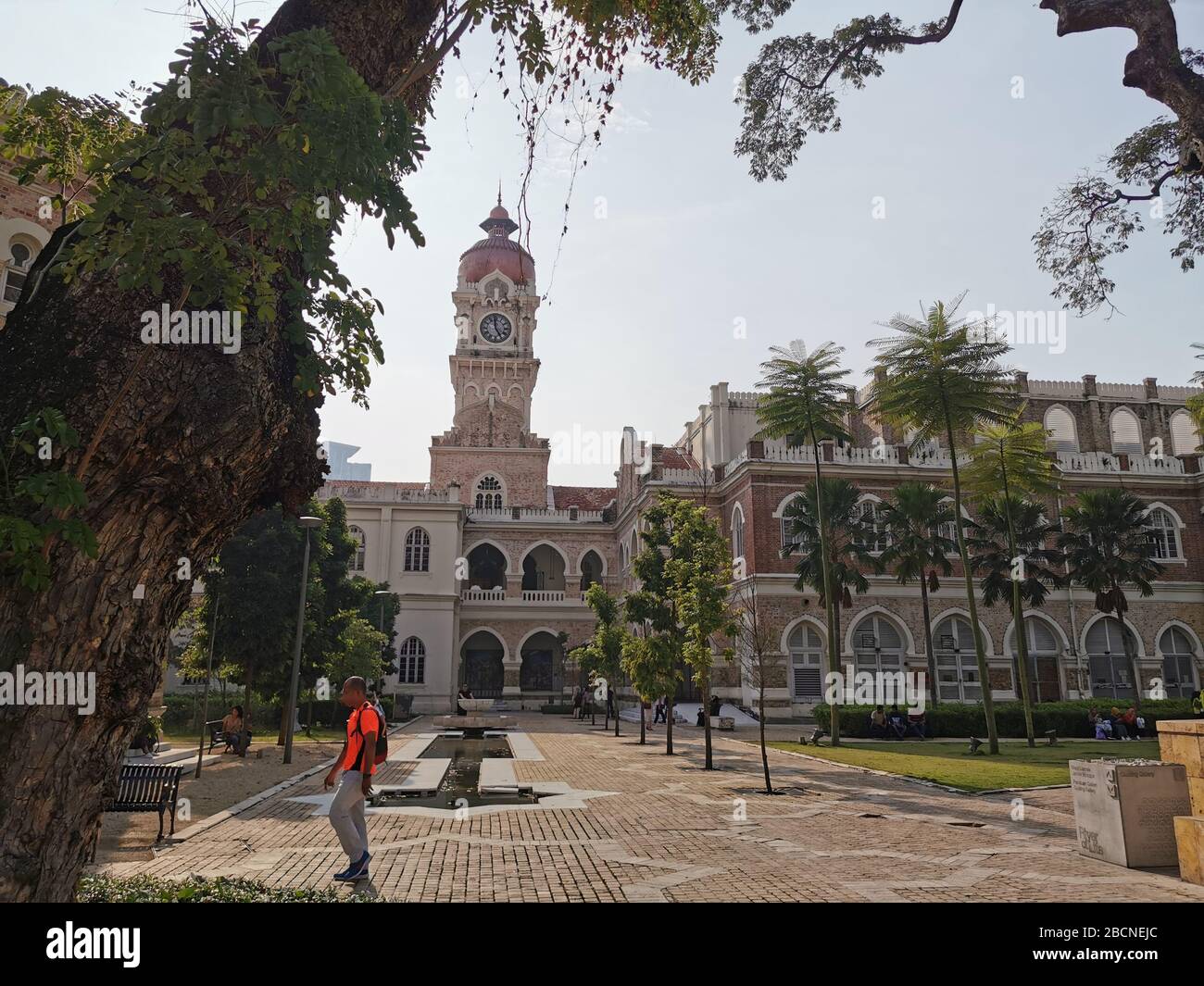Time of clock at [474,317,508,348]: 4:59
